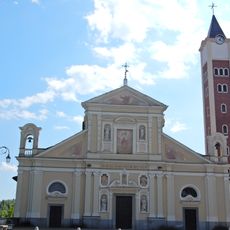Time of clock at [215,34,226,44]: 4:04
